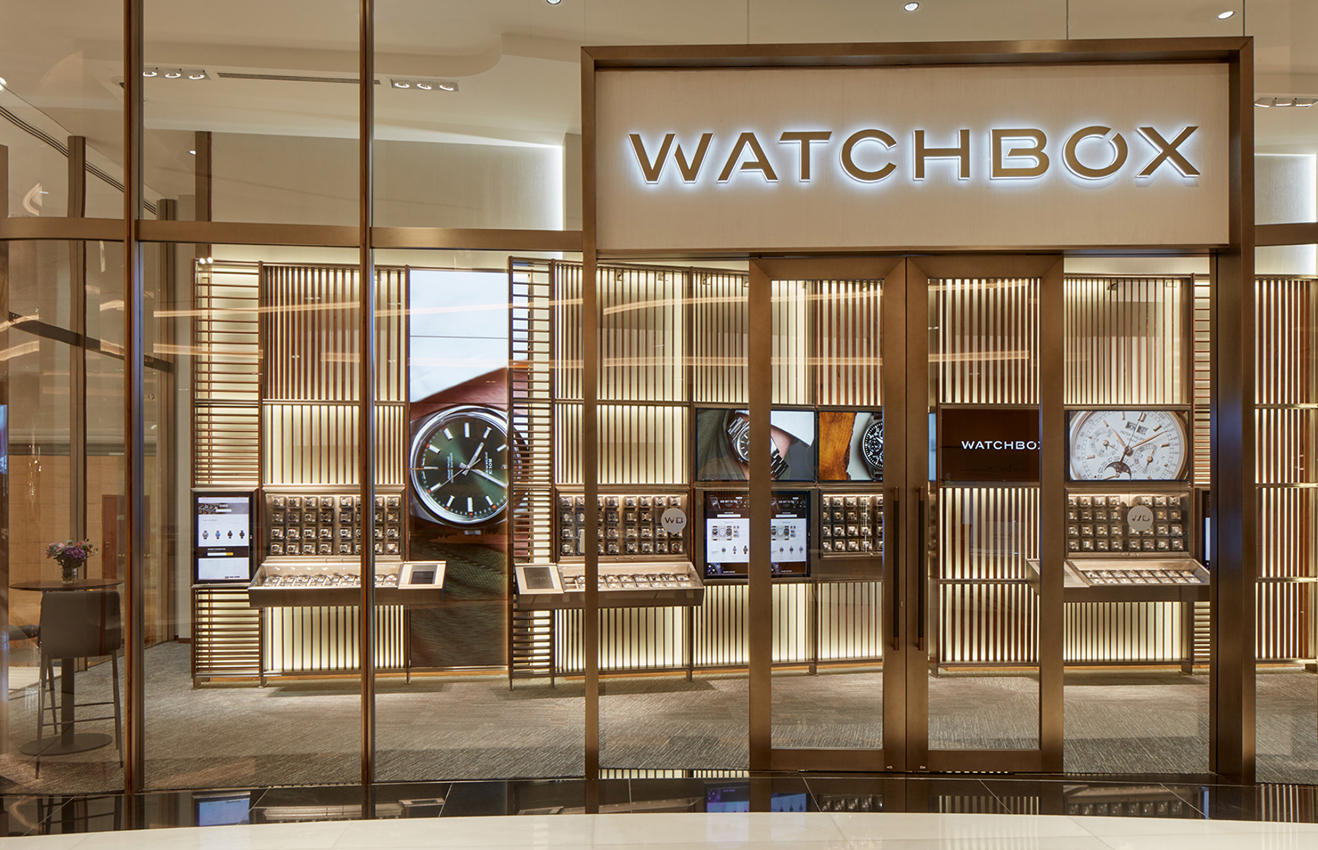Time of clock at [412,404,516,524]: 1:19
